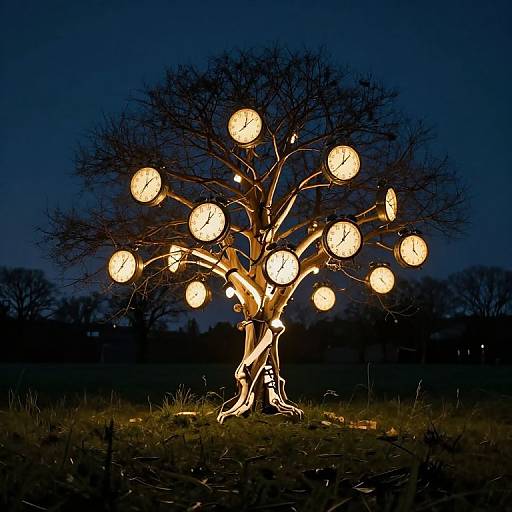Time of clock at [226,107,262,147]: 12:08
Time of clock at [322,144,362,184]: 12:07
